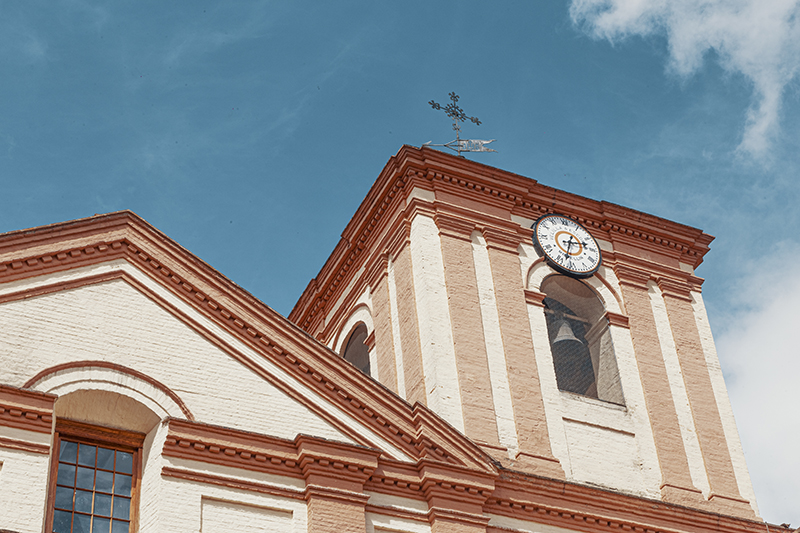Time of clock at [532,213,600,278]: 2:32
